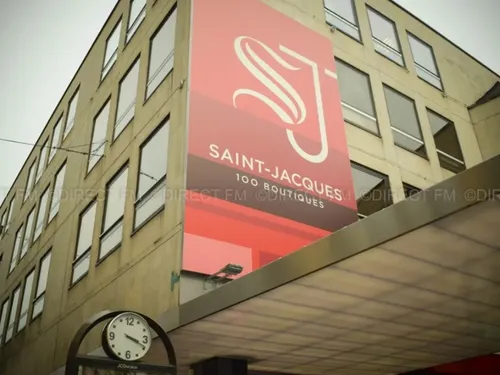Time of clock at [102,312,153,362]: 3:18
